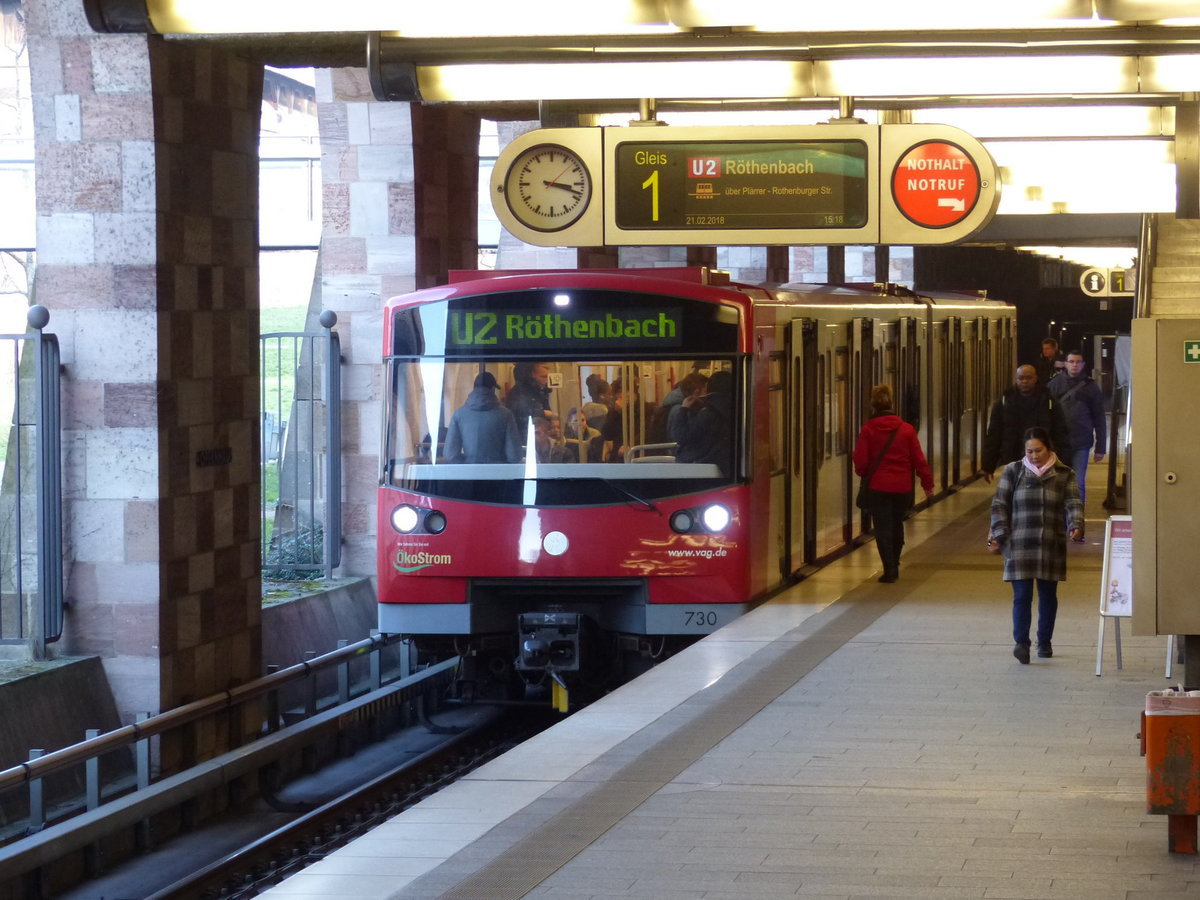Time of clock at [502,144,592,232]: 3:18
